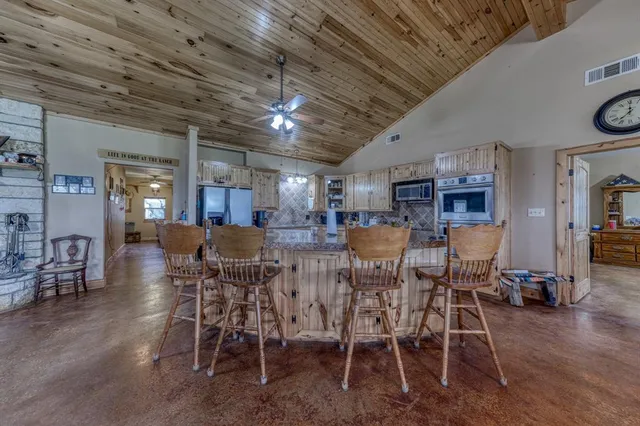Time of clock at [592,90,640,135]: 7:00
